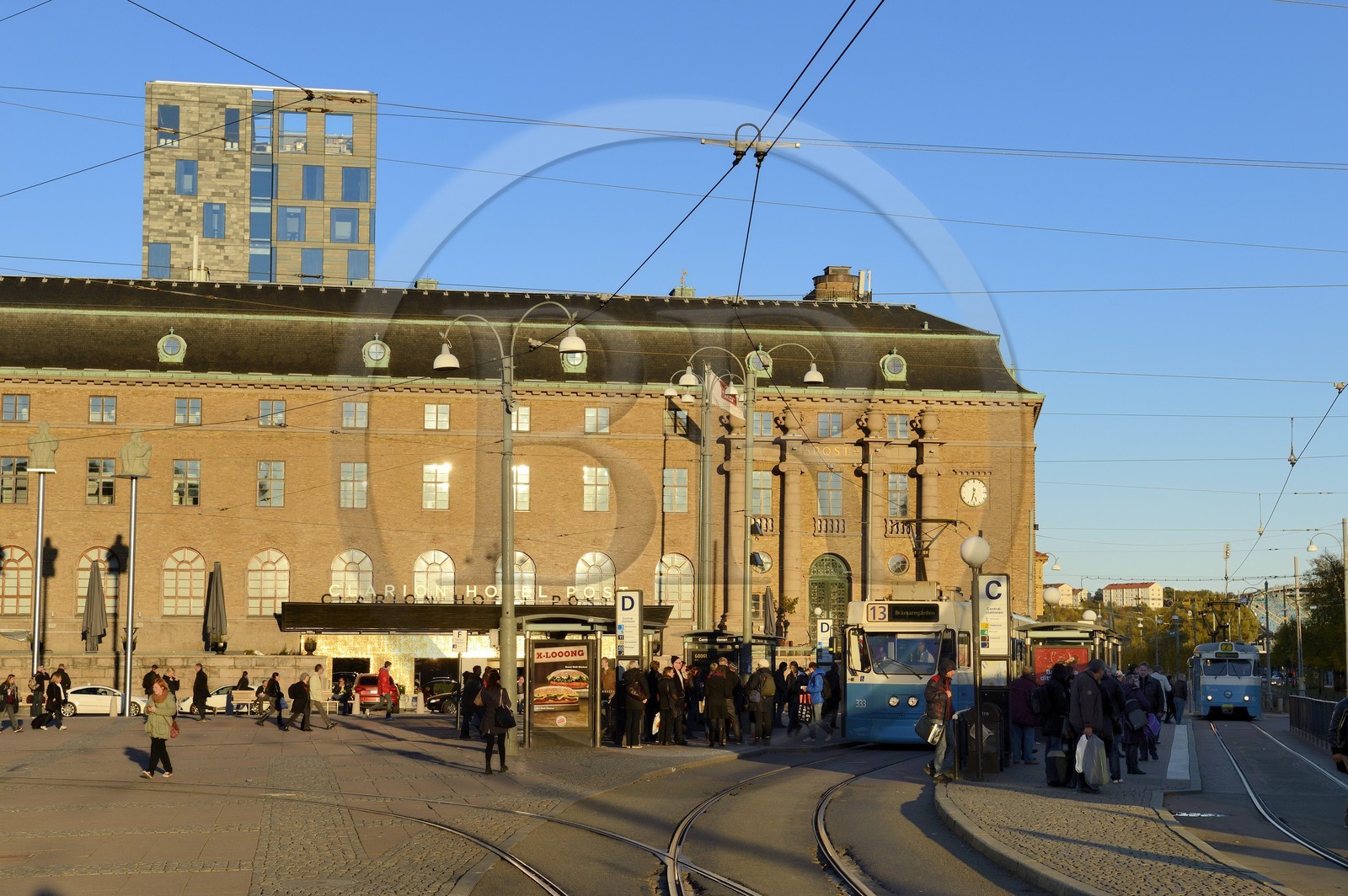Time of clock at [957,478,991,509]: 5:32
